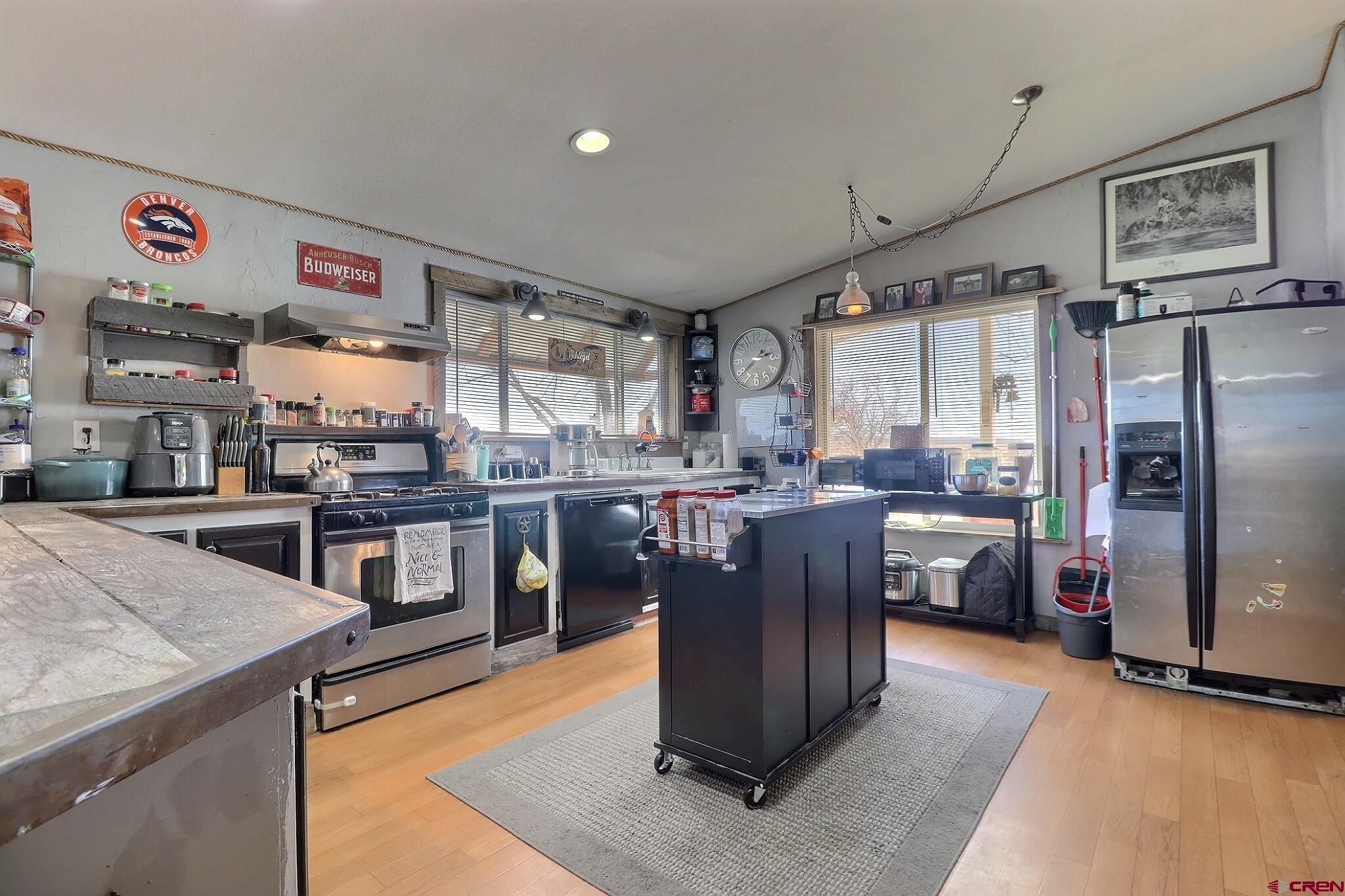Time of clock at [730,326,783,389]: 2:39
